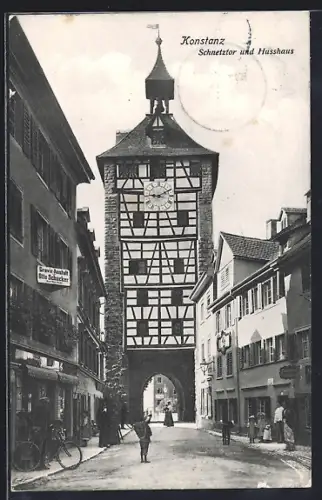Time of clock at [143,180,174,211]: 9:10
